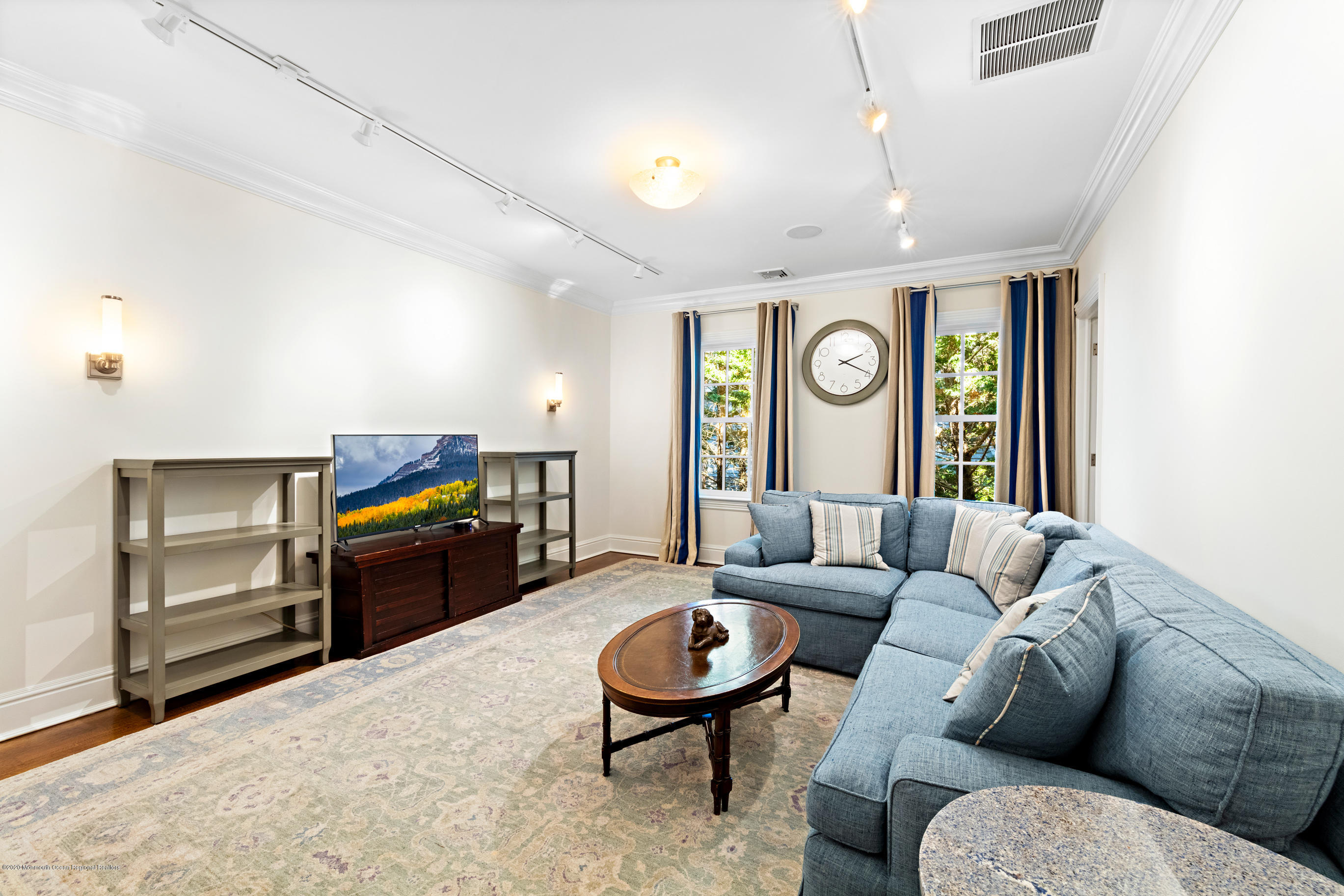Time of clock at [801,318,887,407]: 2:19
